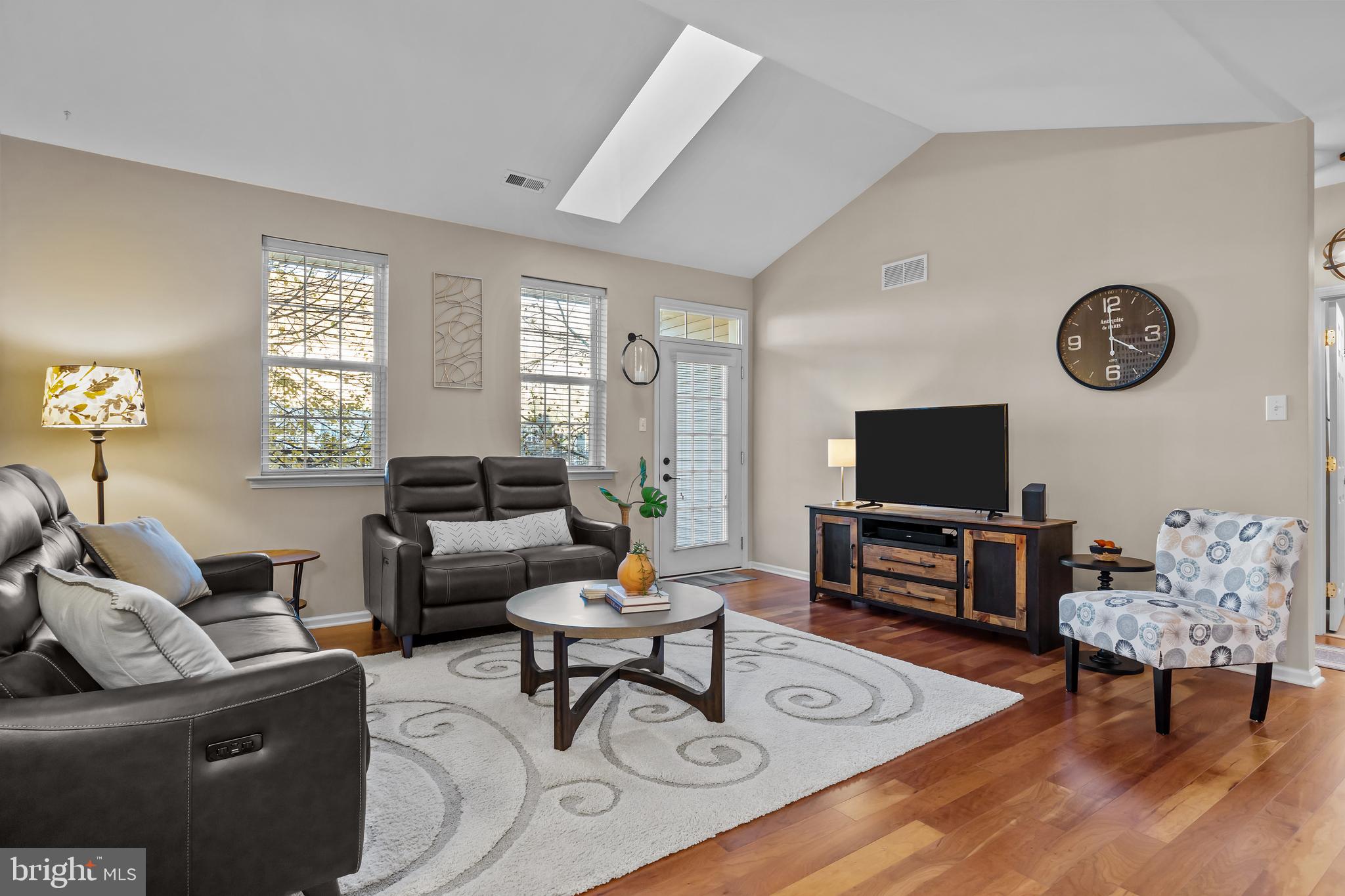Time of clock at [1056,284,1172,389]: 3:59
